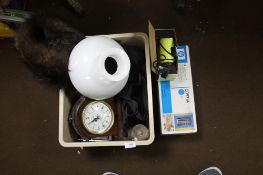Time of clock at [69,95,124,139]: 7:40
